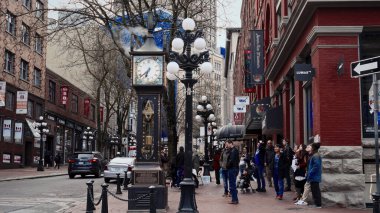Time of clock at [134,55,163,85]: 6:38
